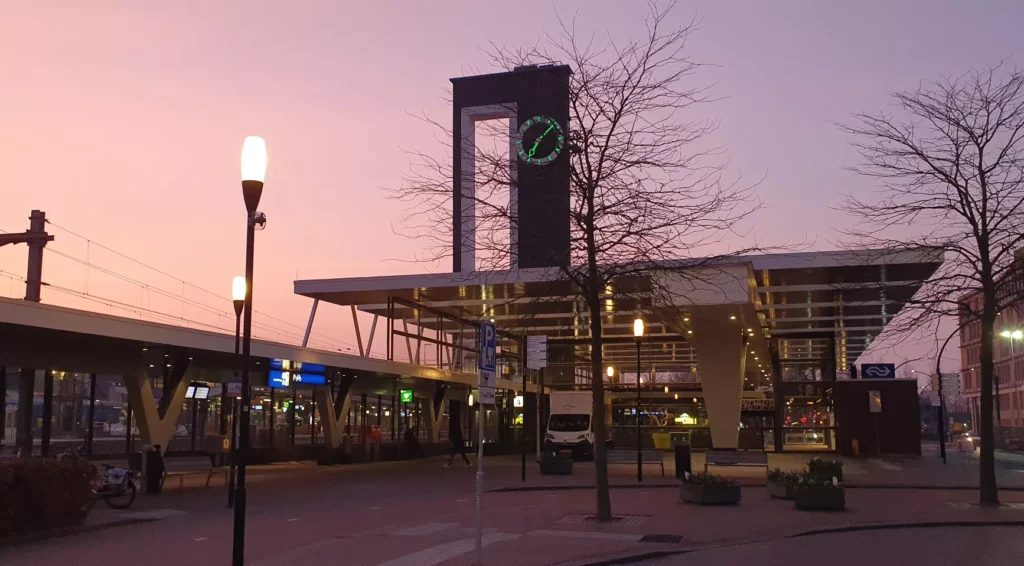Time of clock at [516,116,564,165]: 7:08
